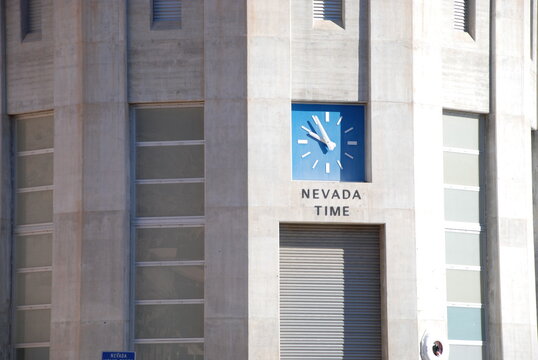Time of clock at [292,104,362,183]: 9:55
